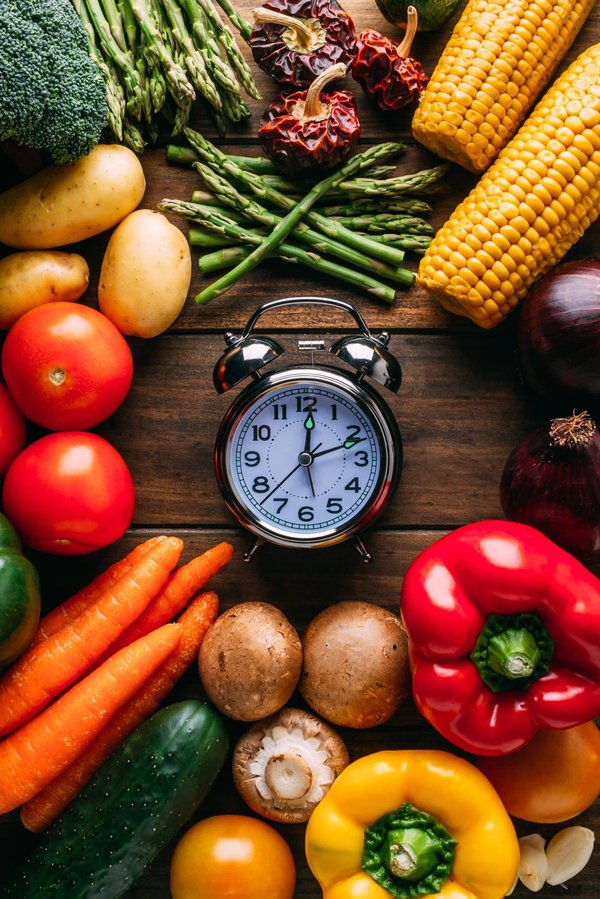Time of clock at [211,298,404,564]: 12:11
